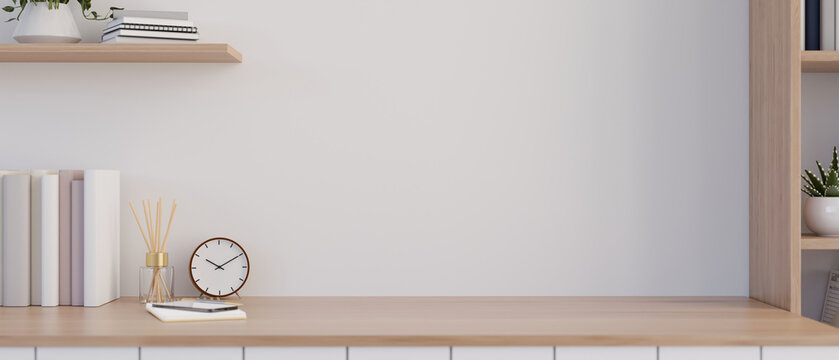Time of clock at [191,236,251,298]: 10:09
